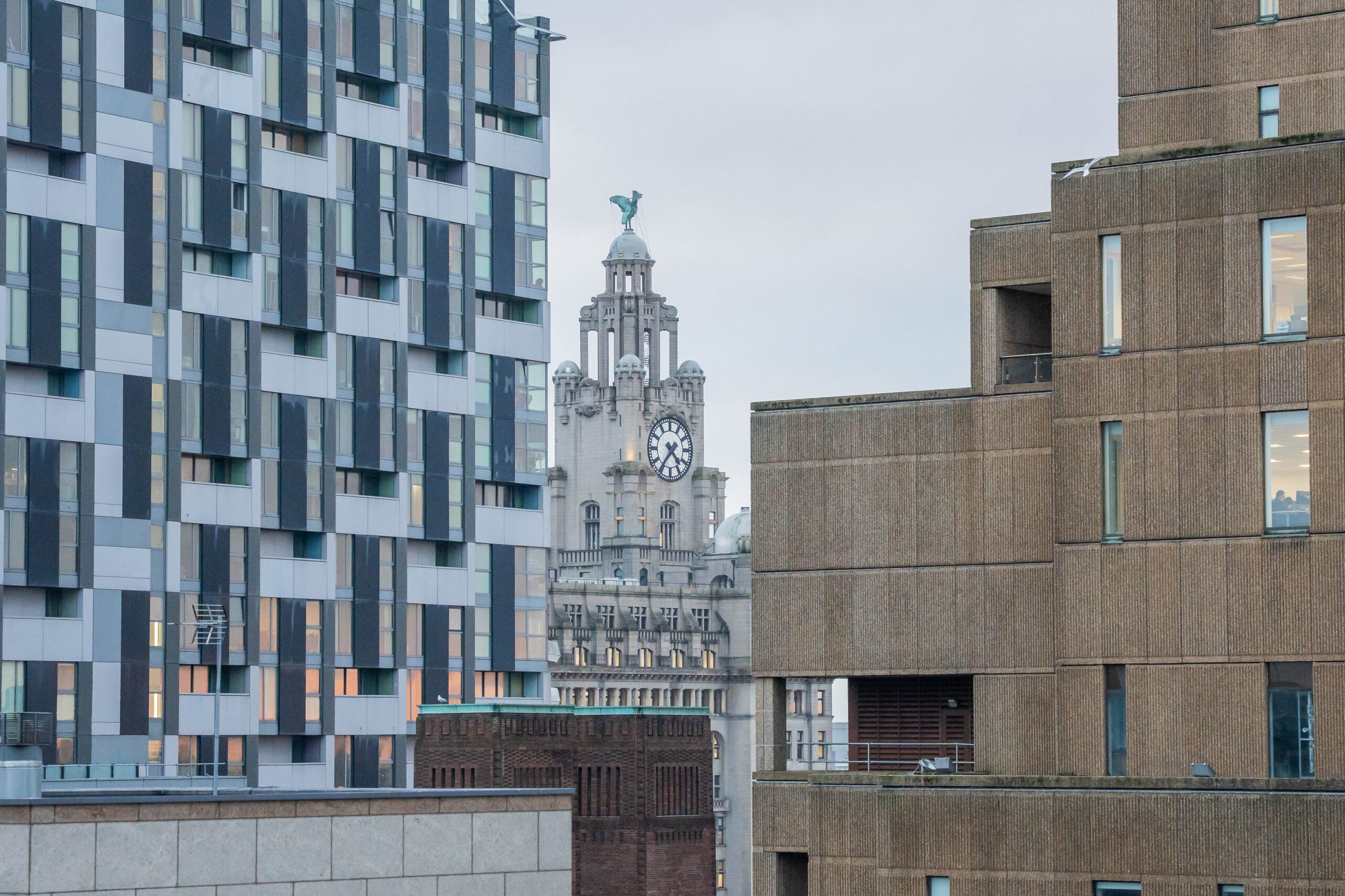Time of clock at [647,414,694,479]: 4:36
